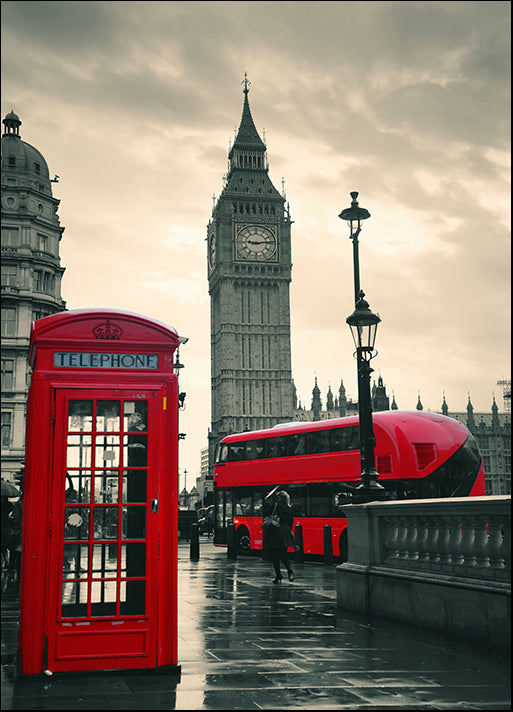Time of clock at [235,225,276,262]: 9:13
